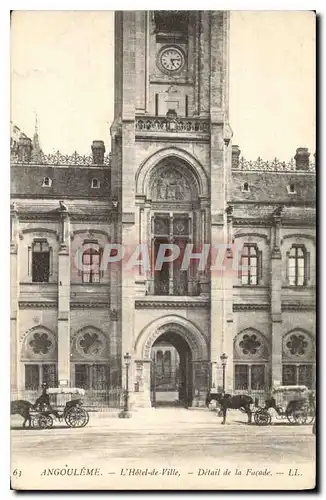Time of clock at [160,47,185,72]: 5:13
